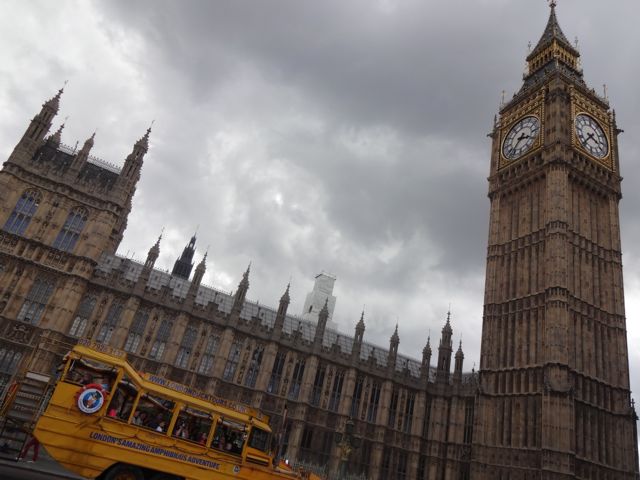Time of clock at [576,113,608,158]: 3:36
